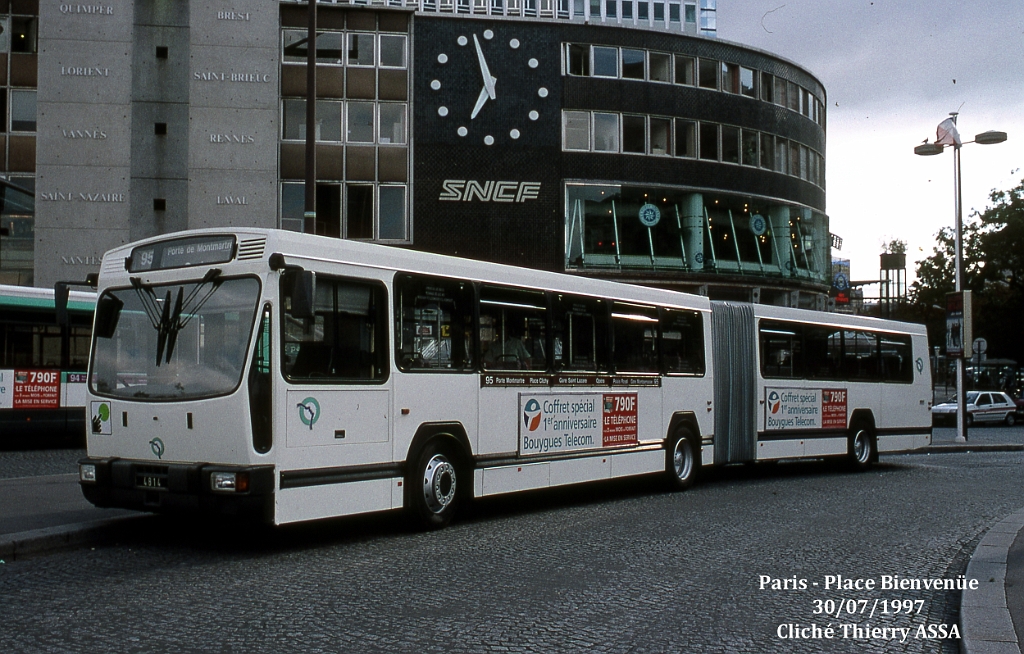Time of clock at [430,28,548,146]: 6:57
